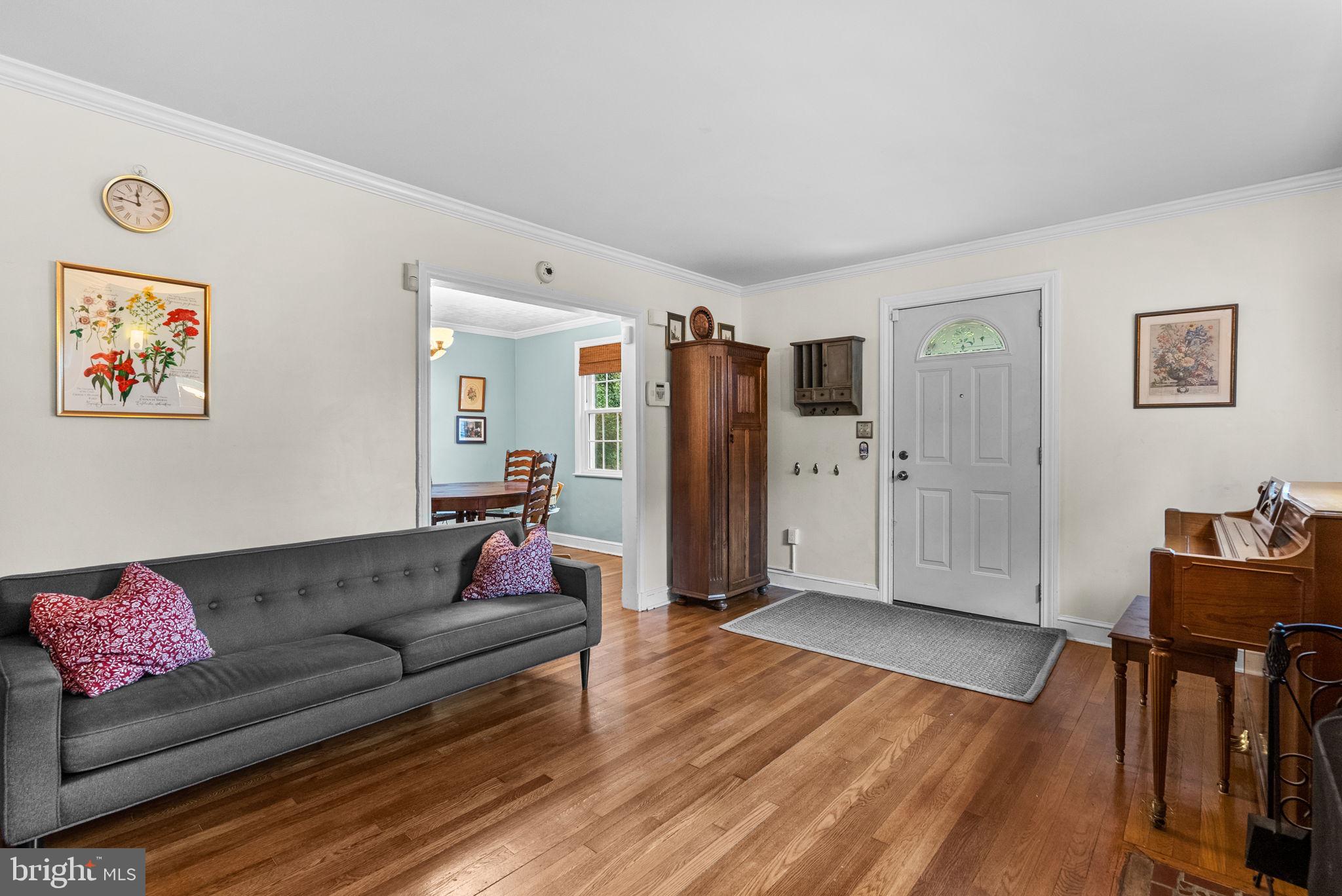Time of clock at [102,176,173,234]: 11:46
